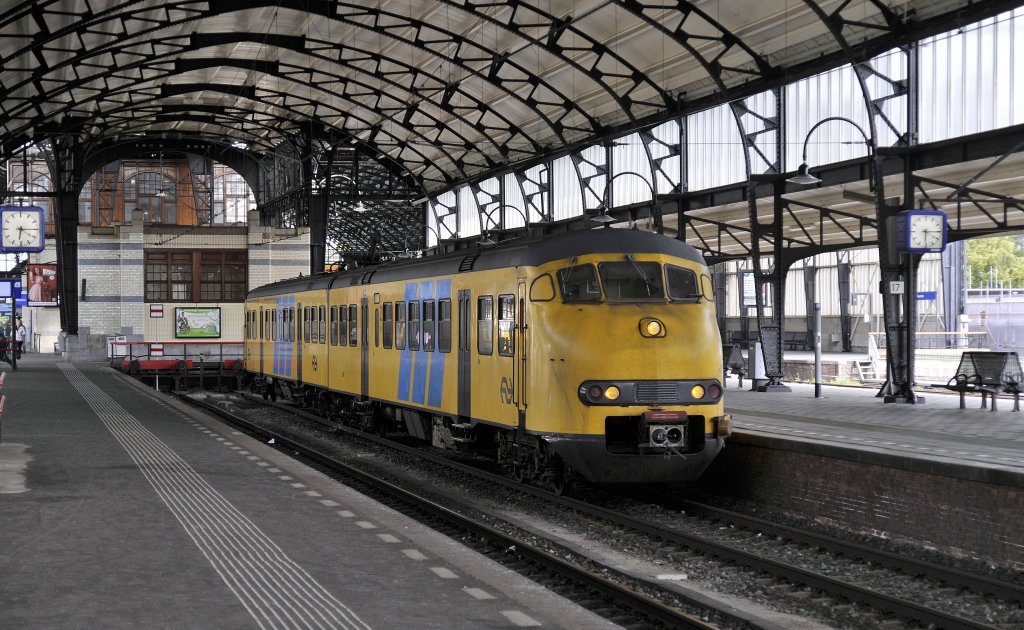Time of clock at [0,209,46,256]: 6:15
